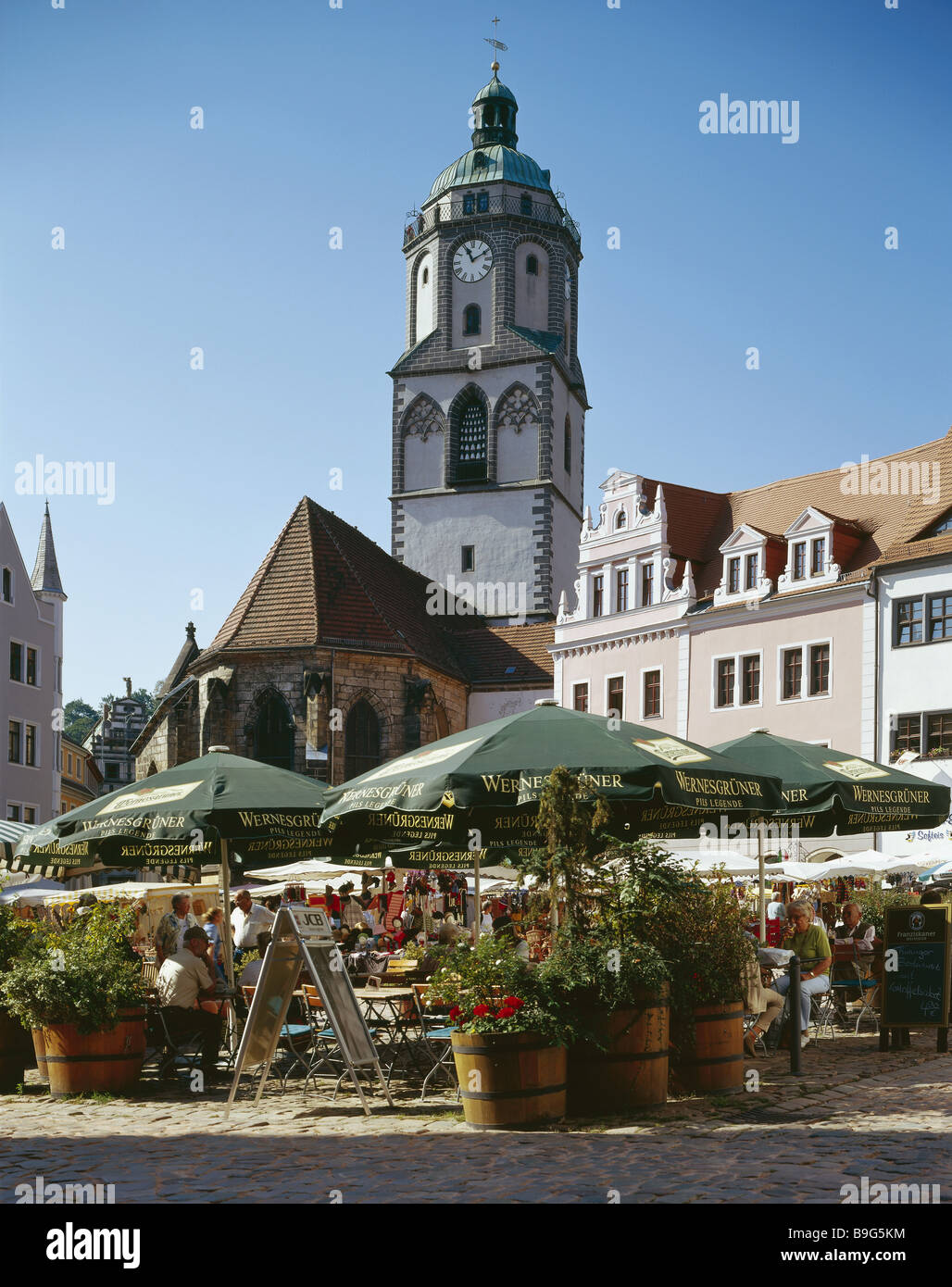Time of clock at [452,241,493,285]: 11:10
